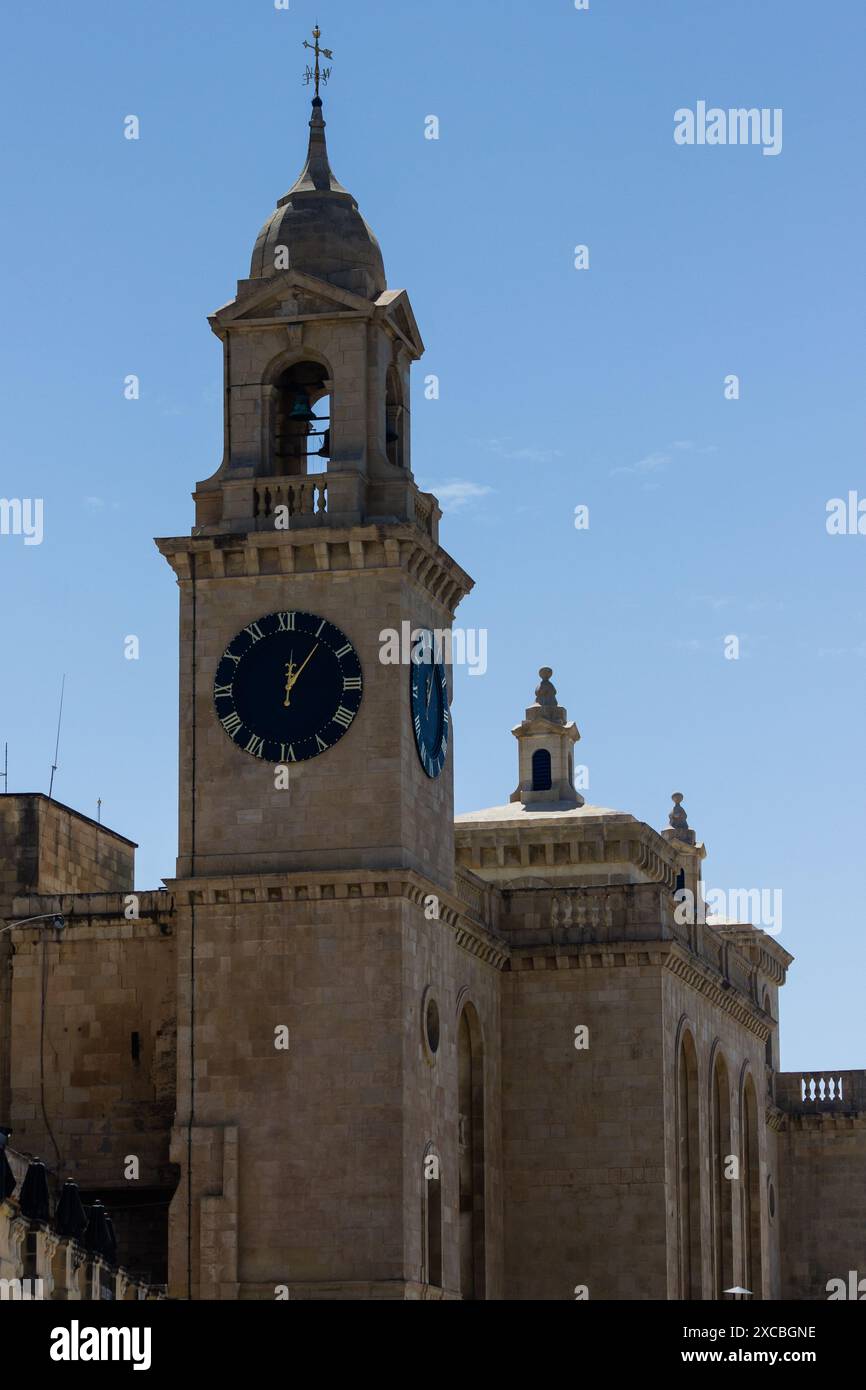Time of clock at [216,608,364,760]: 12:06
